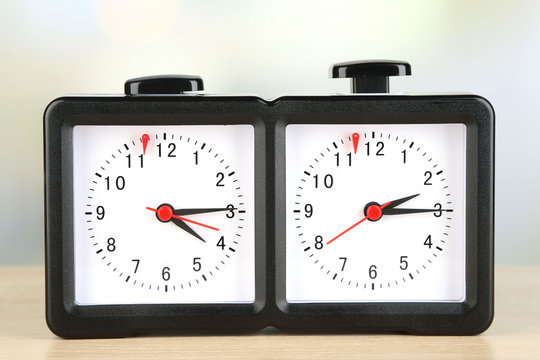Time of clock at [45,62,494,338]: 4:14
